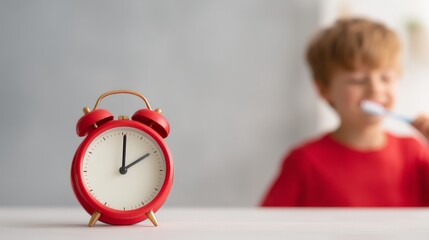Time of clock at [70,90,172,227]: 2:00
